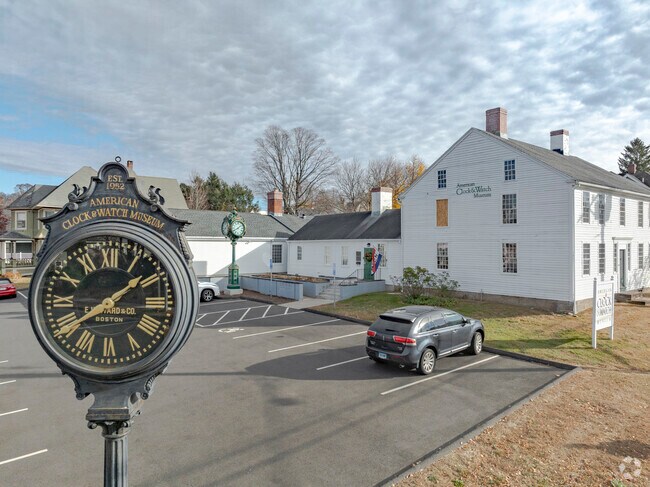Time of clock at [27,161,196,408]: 1:39
